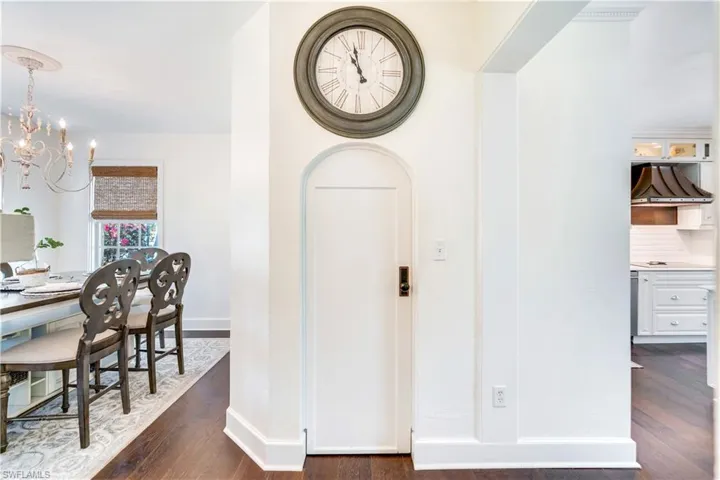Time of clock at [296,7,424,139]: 10:57
